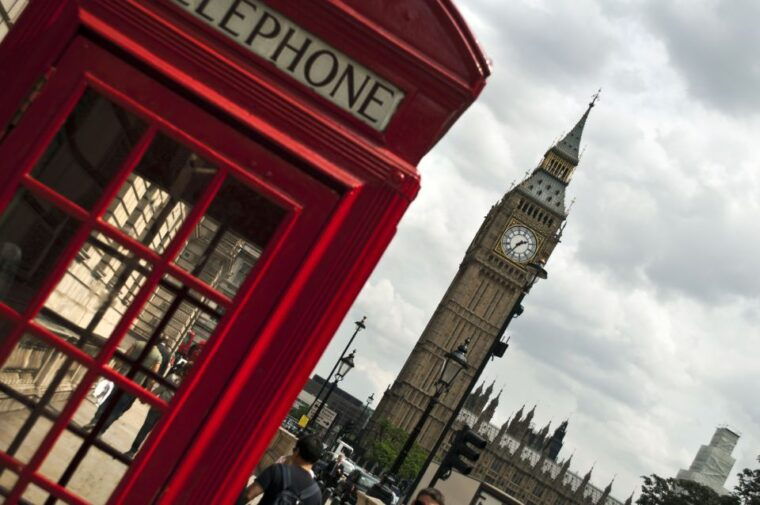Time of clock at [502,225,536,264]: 2:38
